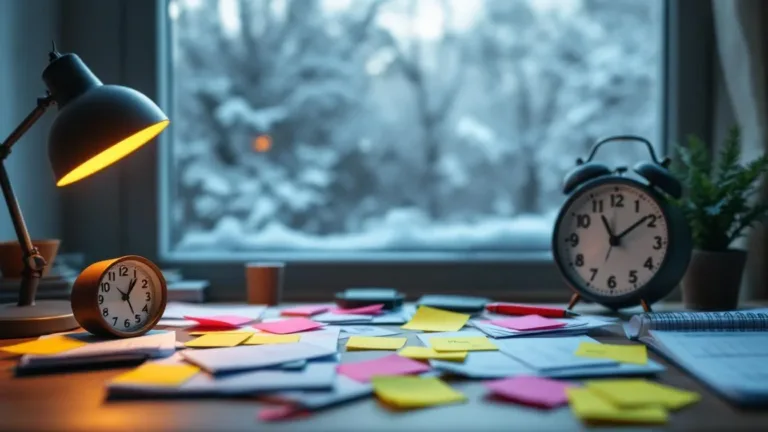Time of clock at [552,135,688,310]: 11:08
